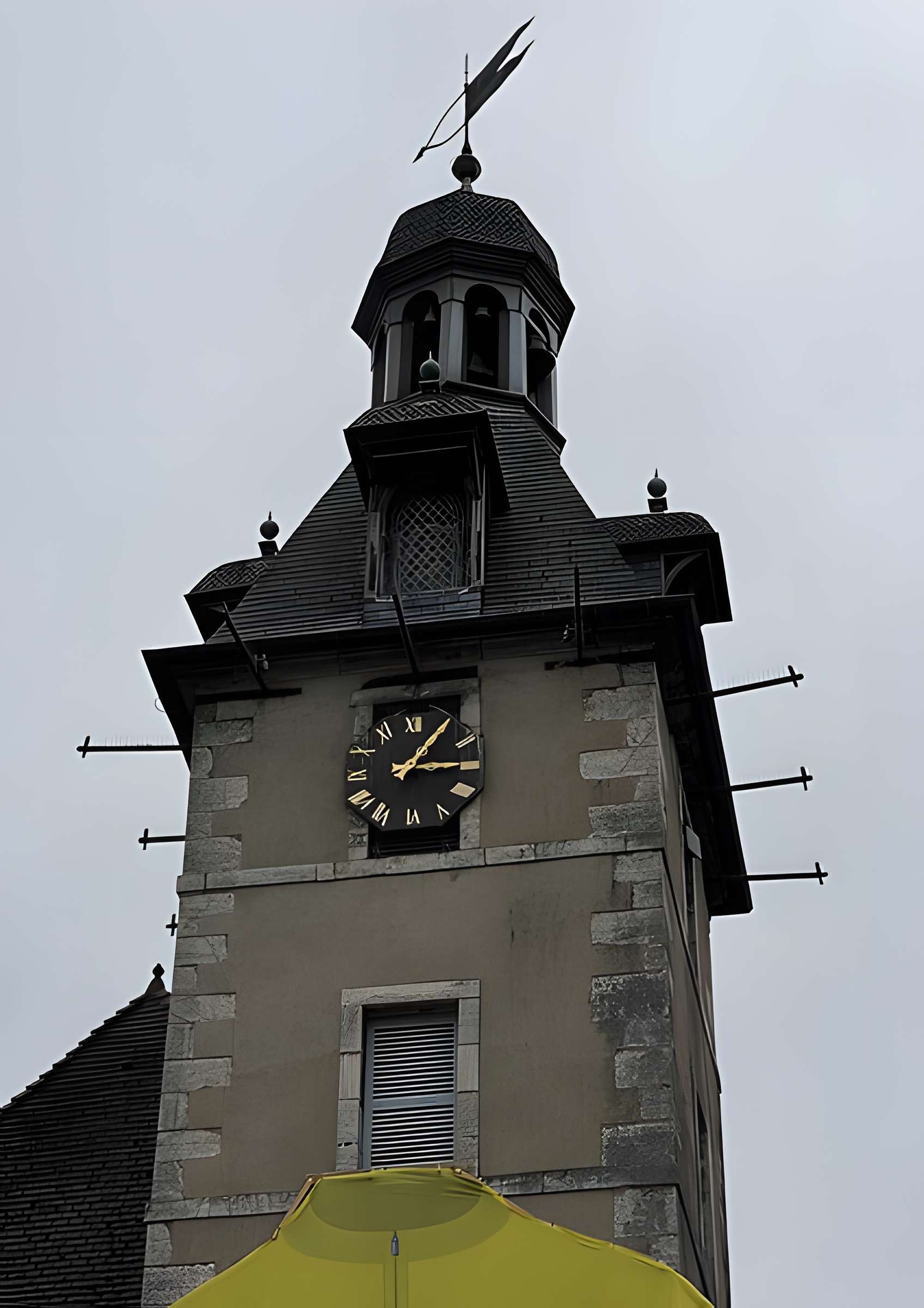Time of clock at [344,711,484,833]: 3:05
